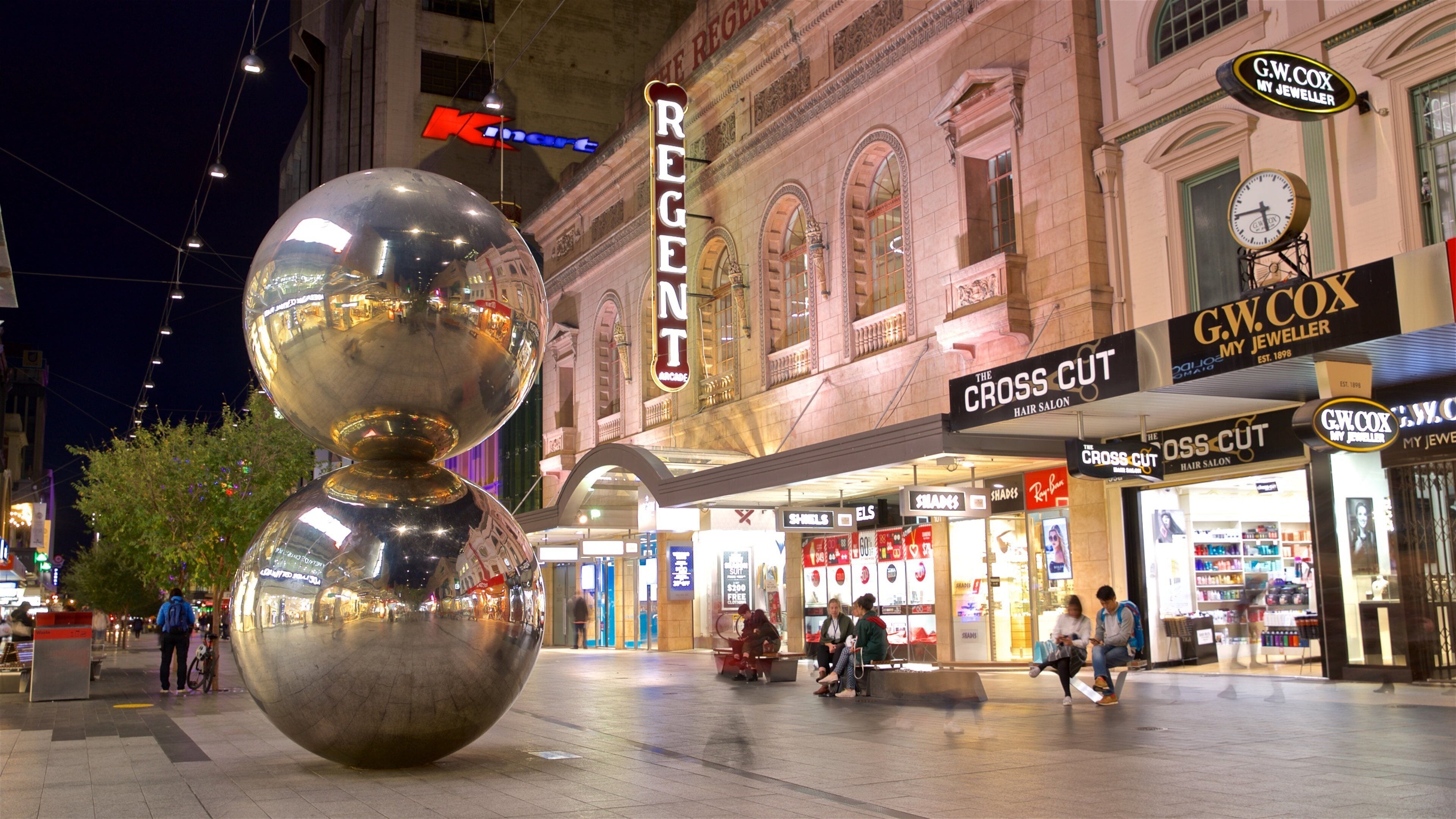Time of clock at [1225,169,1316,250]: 5:45
